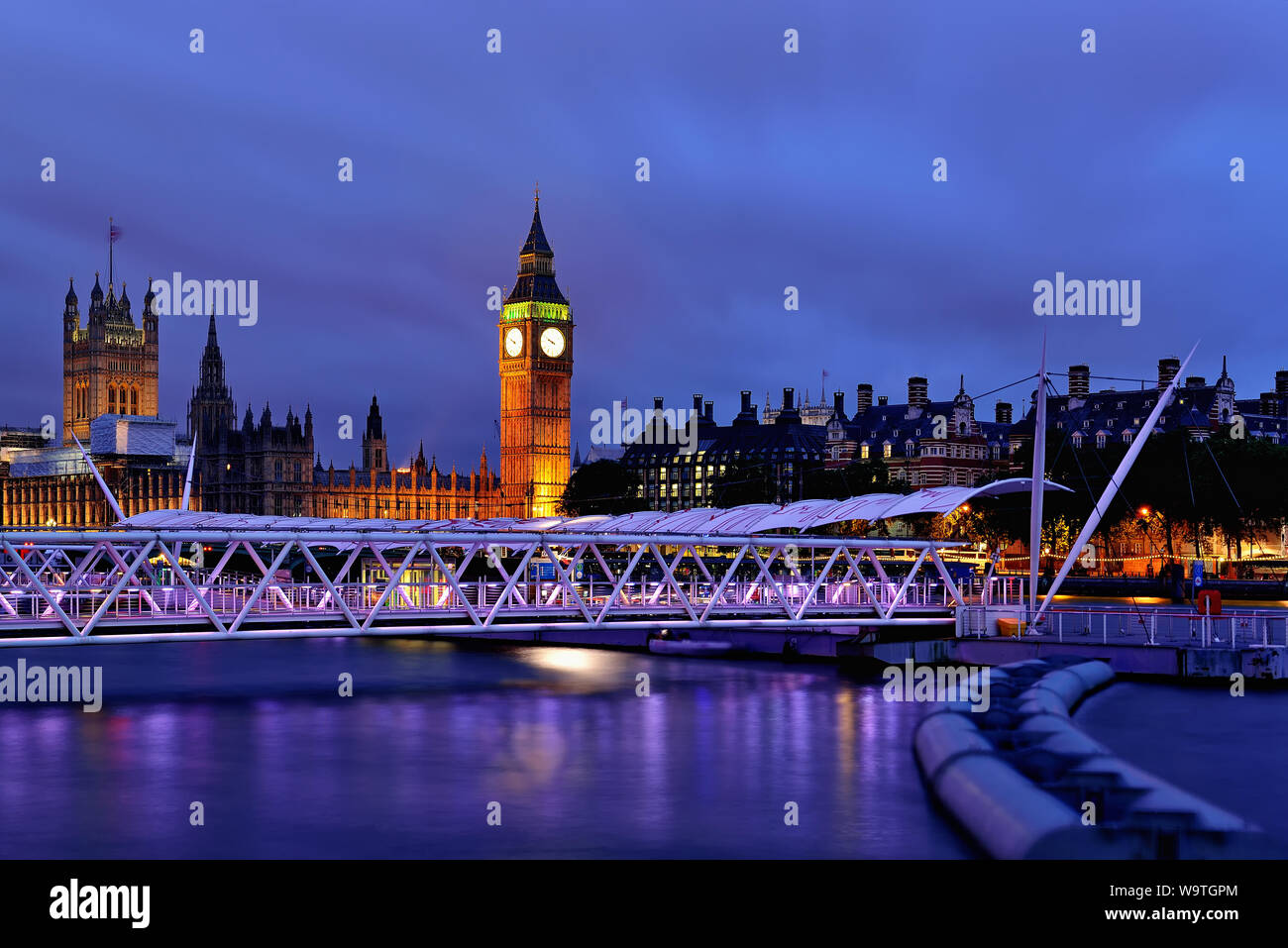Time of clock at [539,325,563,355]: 9:50
